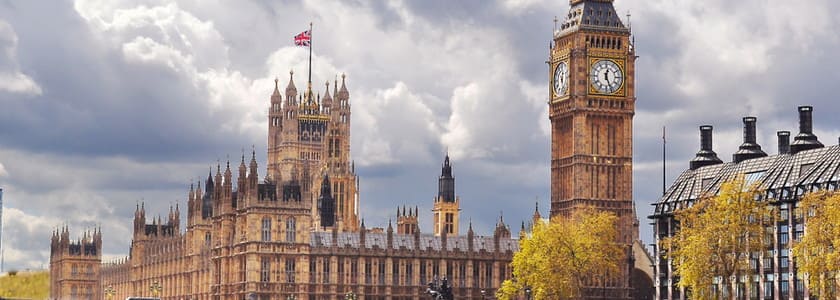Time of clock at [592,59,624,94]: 12:26
